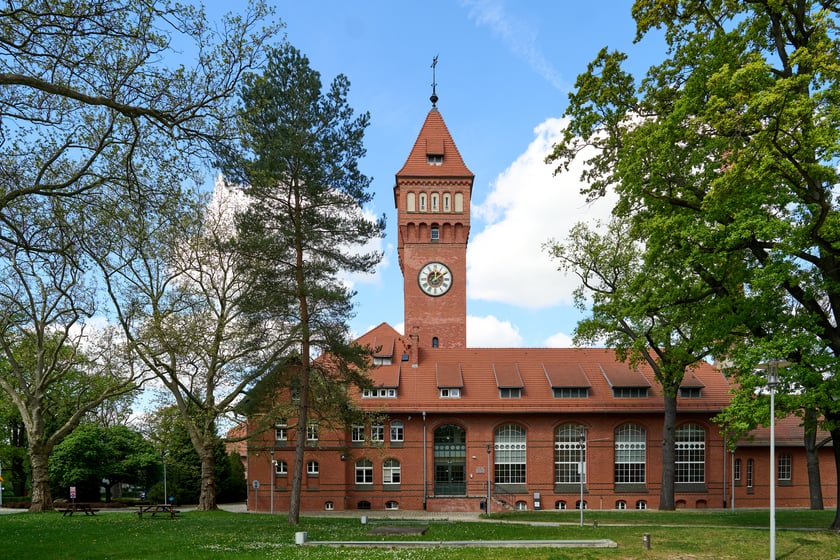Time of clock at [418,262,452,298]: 12:09
